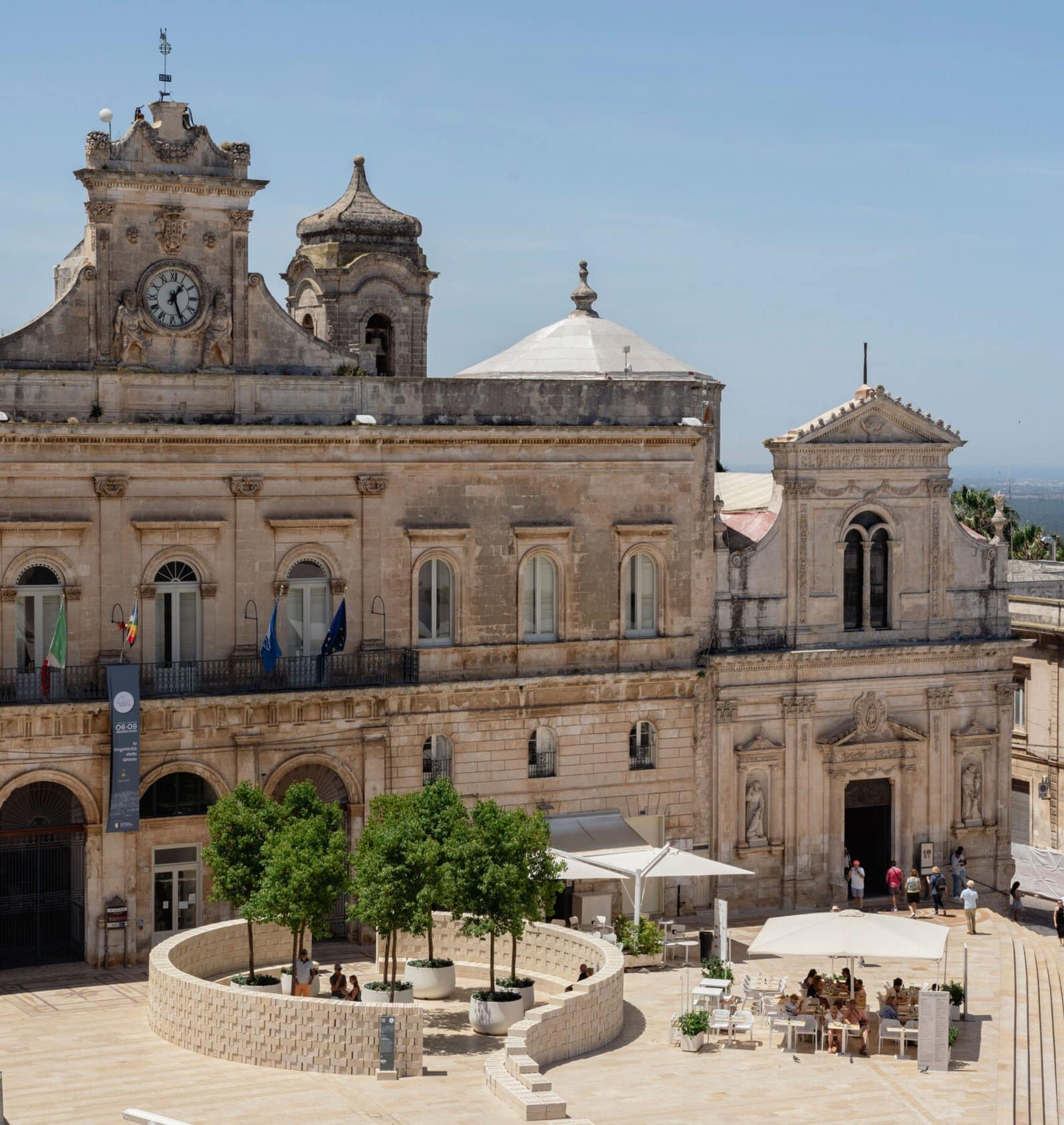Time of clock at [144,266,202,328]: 1:26
